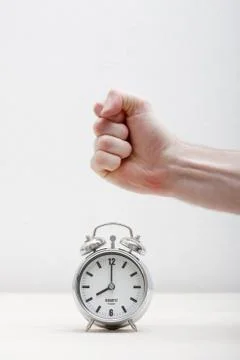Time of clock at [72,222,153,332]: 8:00
